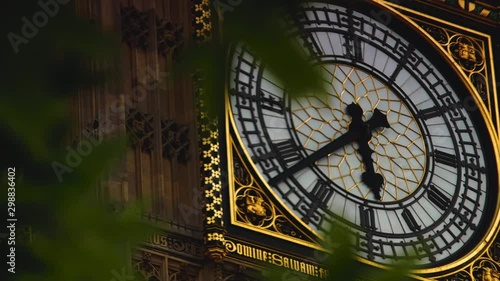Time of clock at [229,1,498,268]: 5:38
